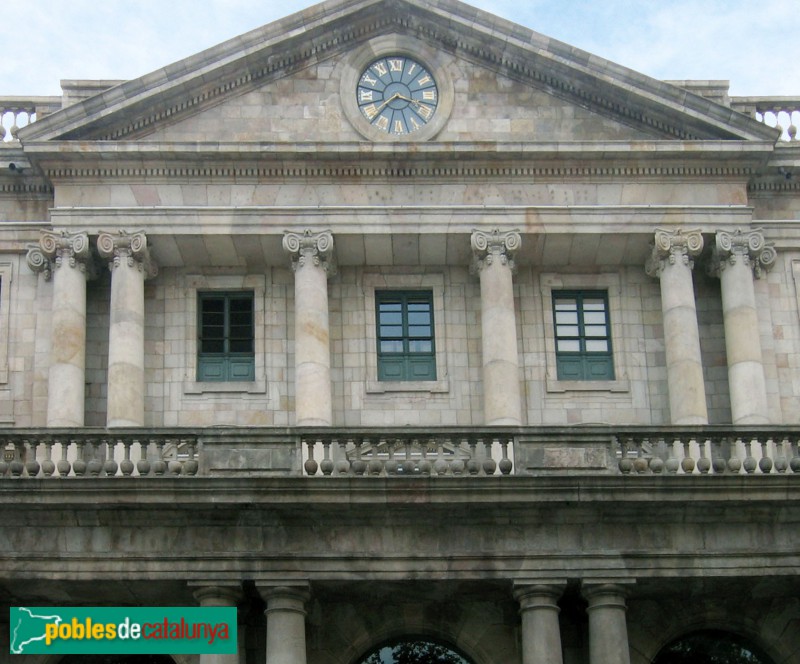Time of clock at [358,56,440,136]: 3:37
